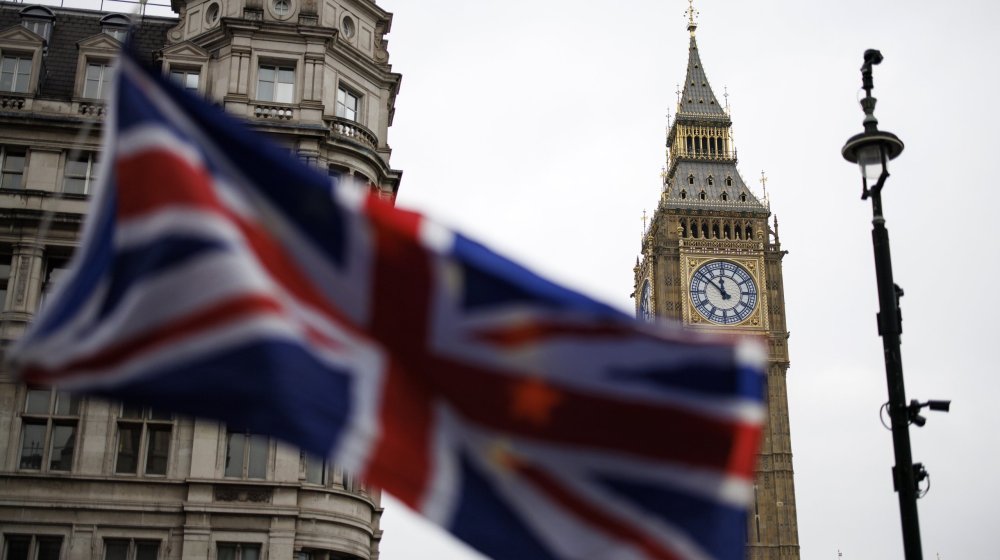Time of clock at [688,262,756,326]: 11:51
